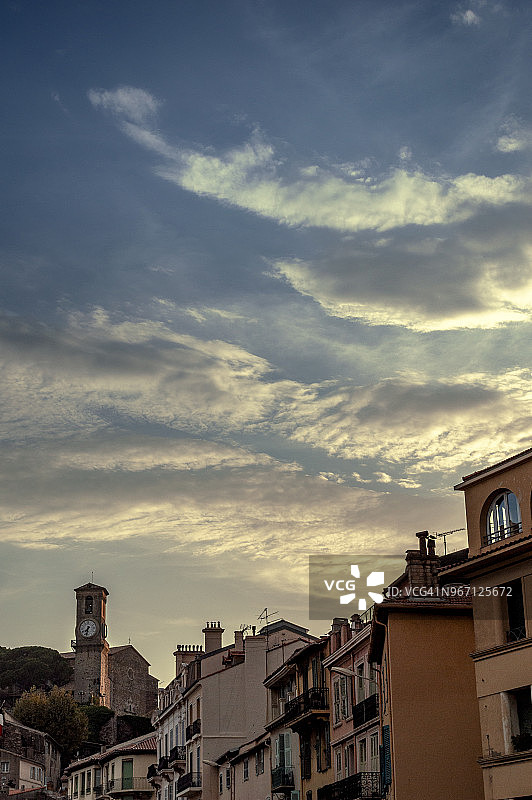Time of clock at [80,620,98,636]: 7:32
